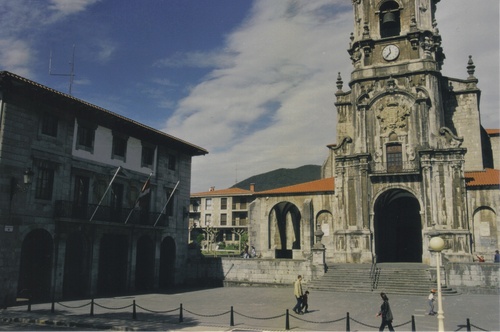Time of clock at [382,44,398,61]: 11:37
